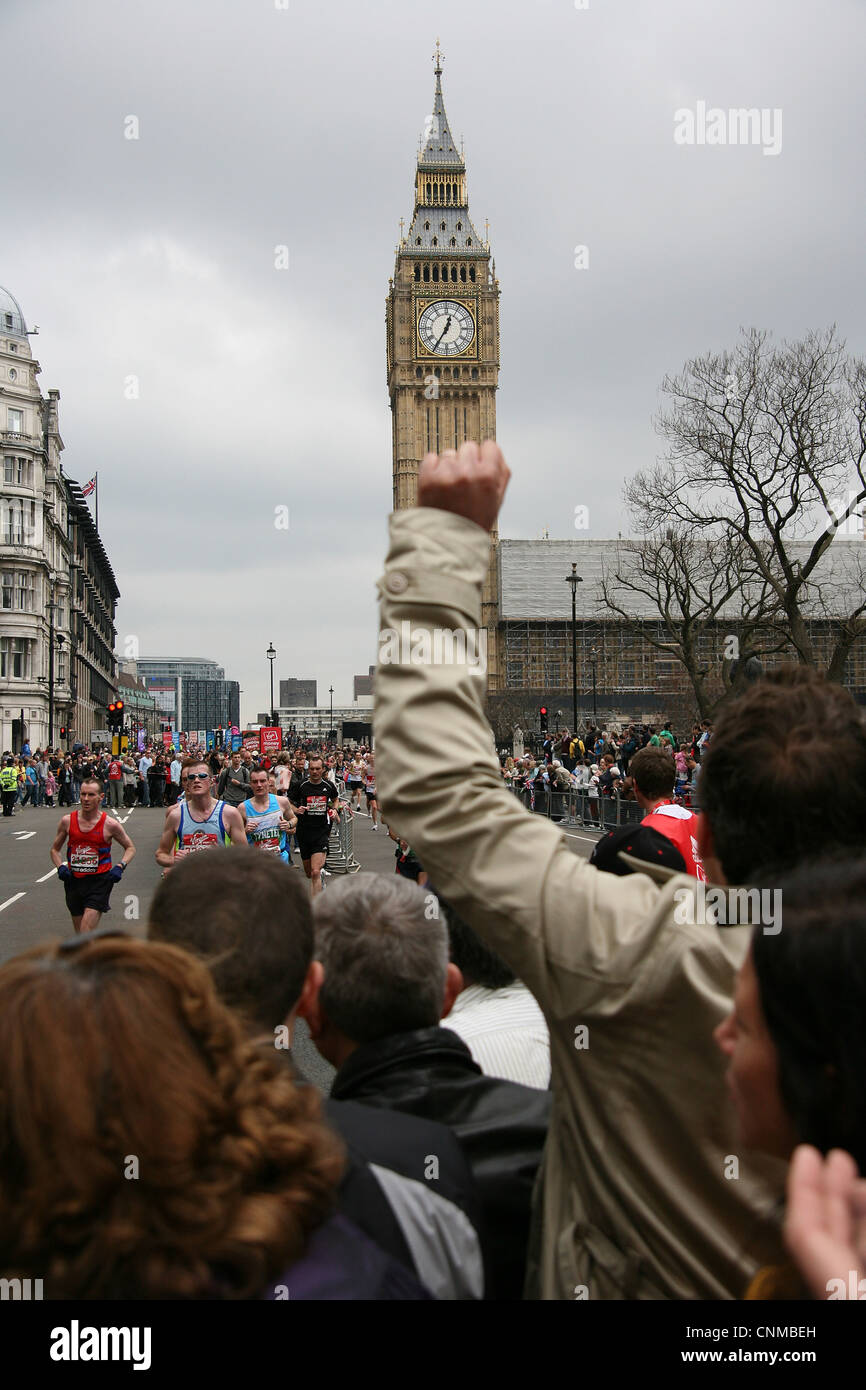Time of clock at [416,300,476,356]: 12:35
